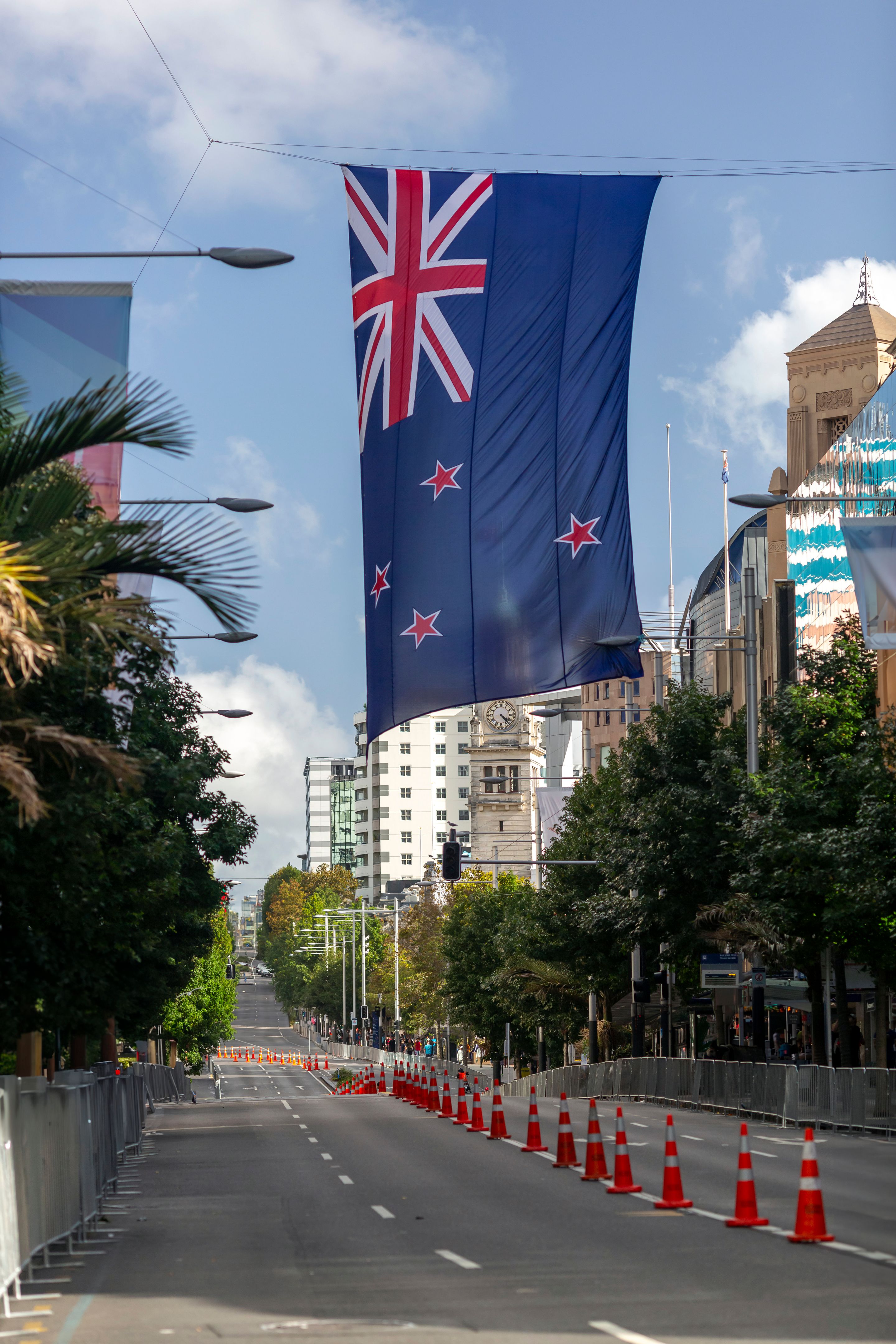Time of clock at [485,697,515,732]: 4:23
